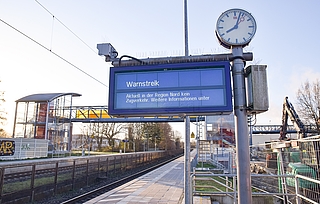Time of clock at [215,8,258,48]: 8:03
